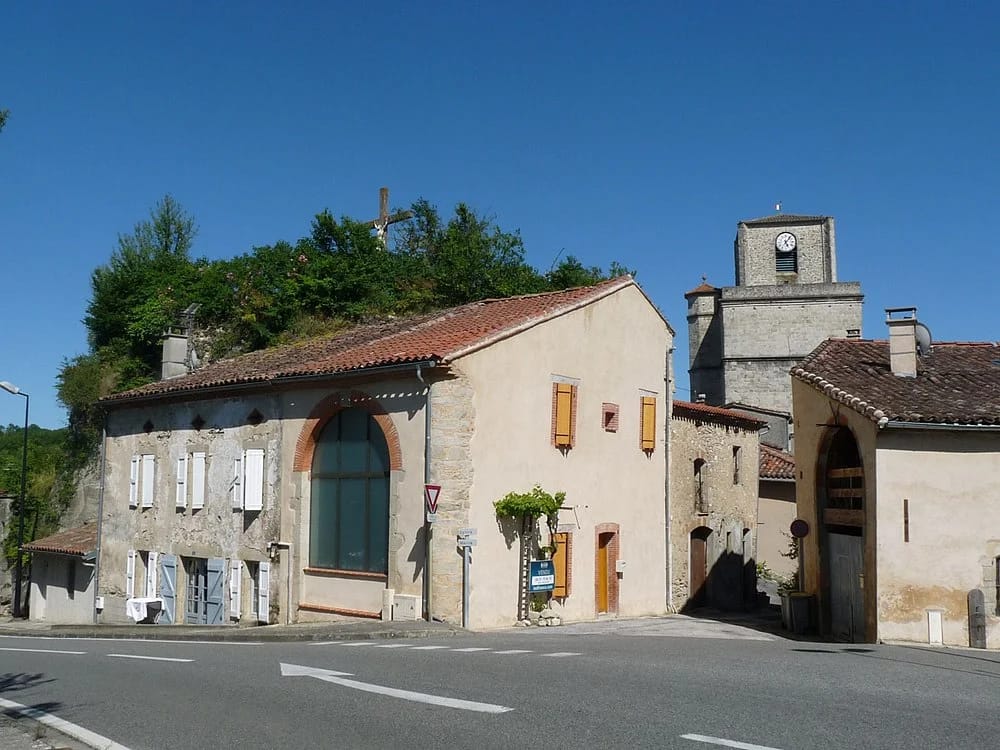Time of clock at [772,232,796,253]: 5:06
